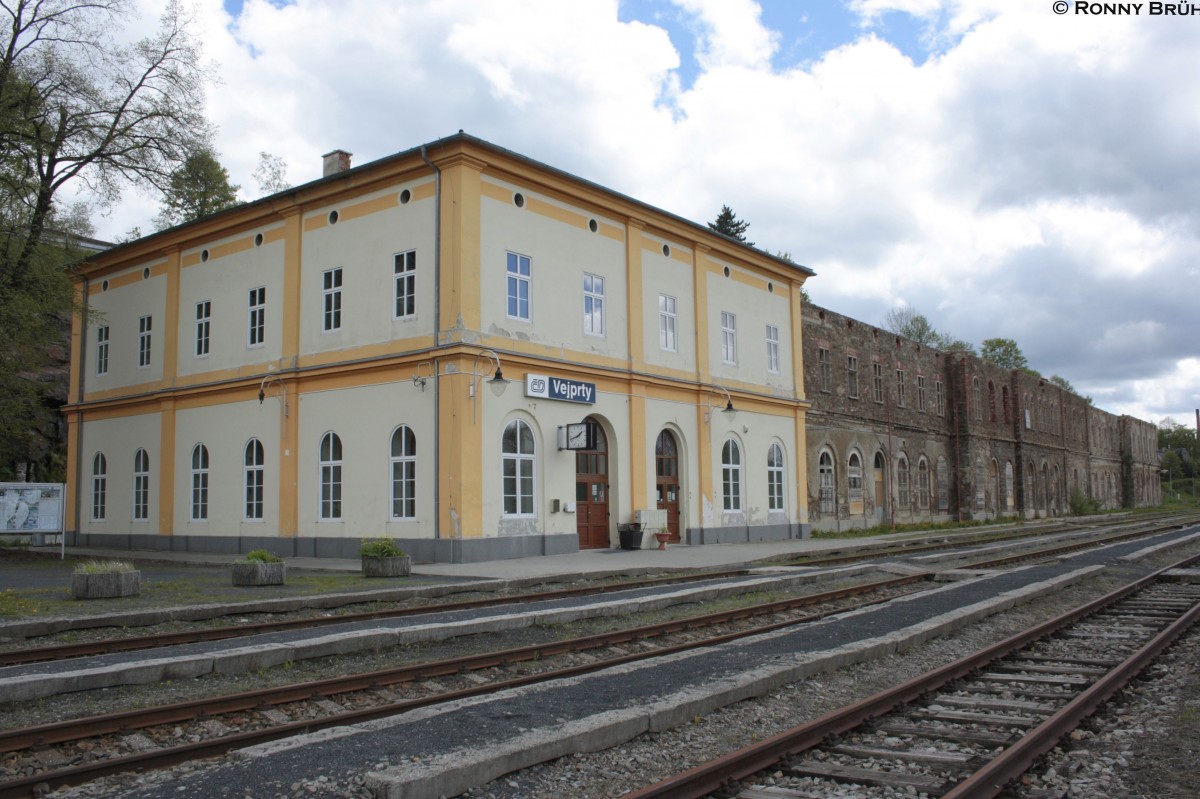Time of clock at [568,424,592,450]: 1:42
